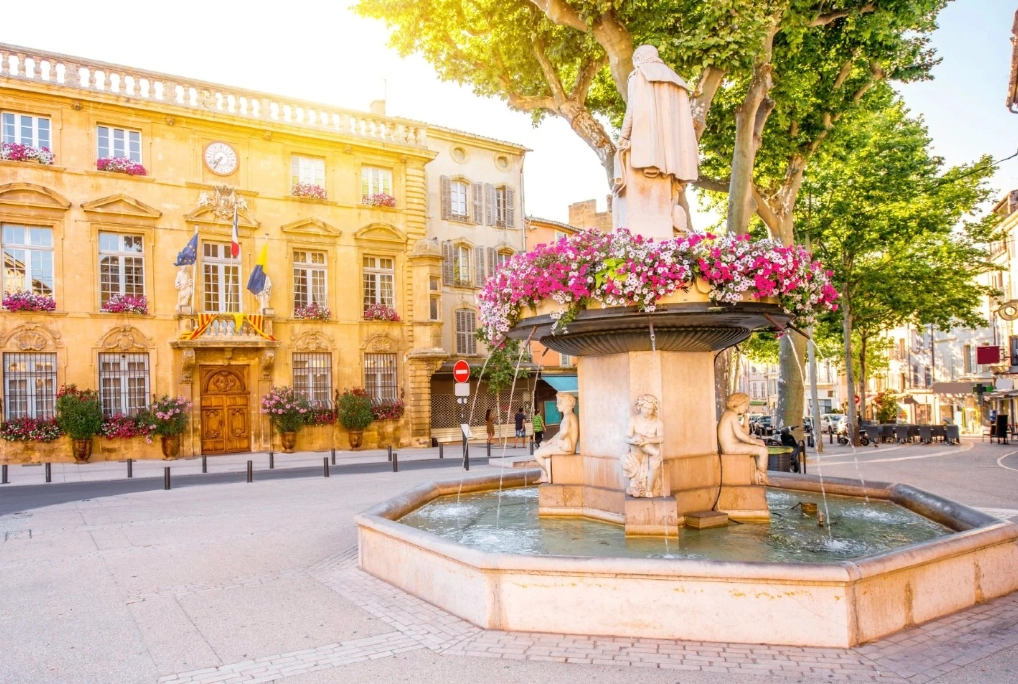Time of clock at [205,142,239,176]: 7:35
